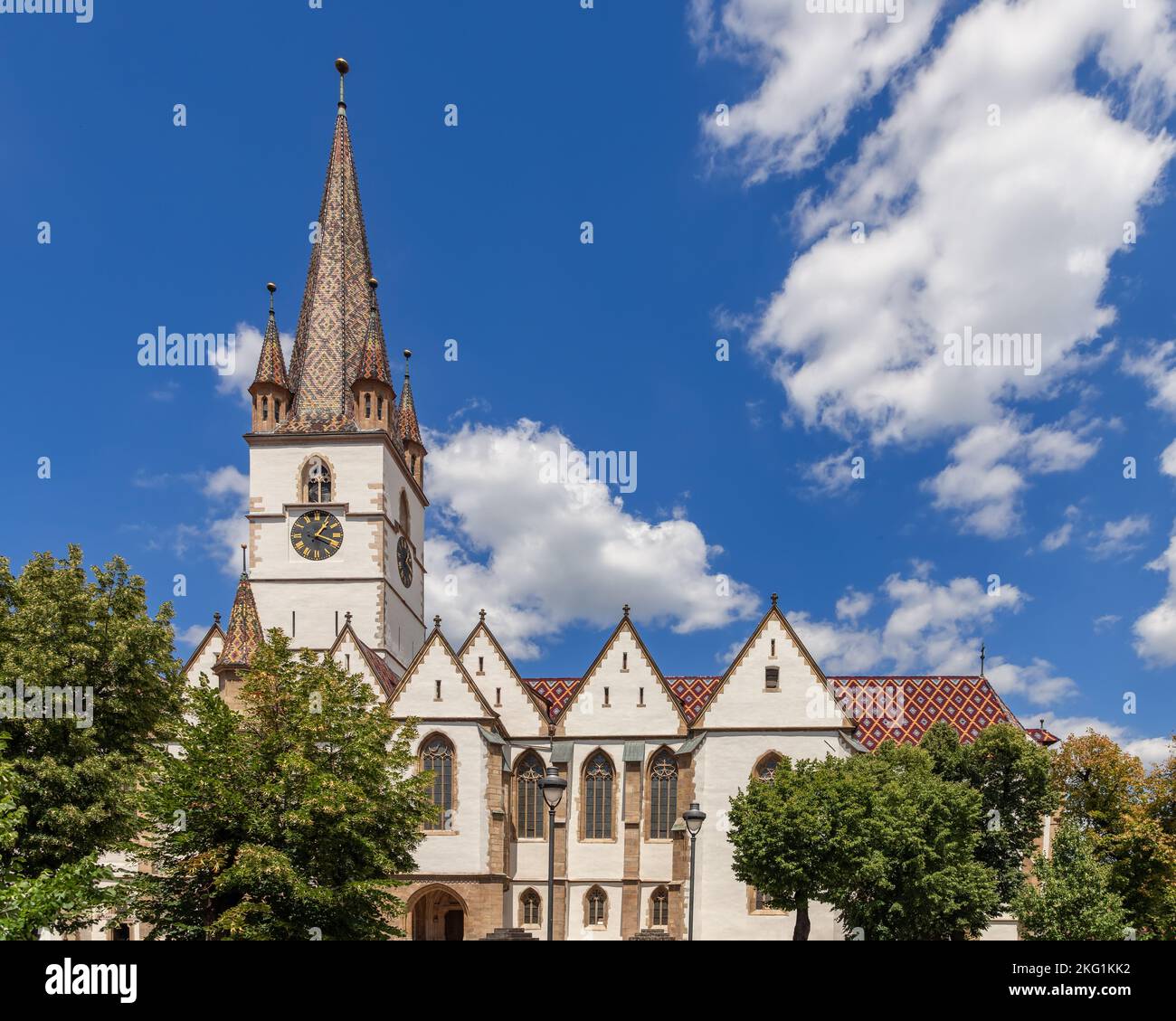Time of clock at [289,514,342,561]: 1:18
